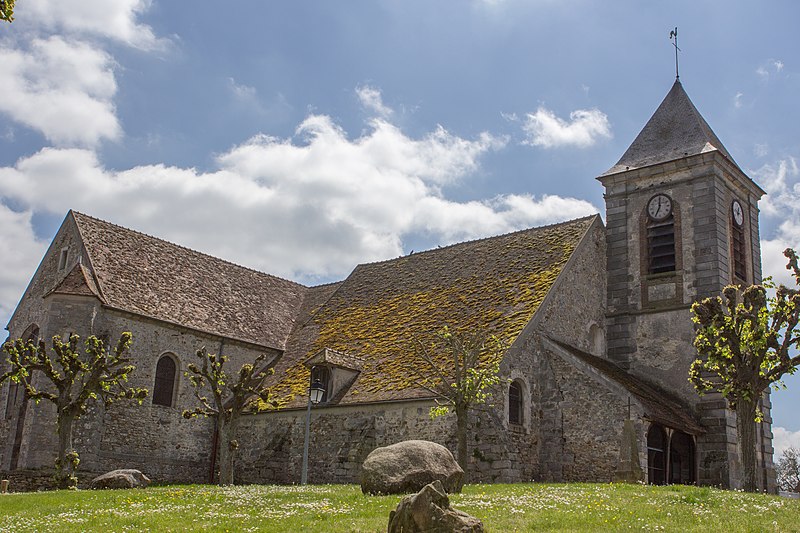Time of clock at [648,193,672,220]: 7:00
